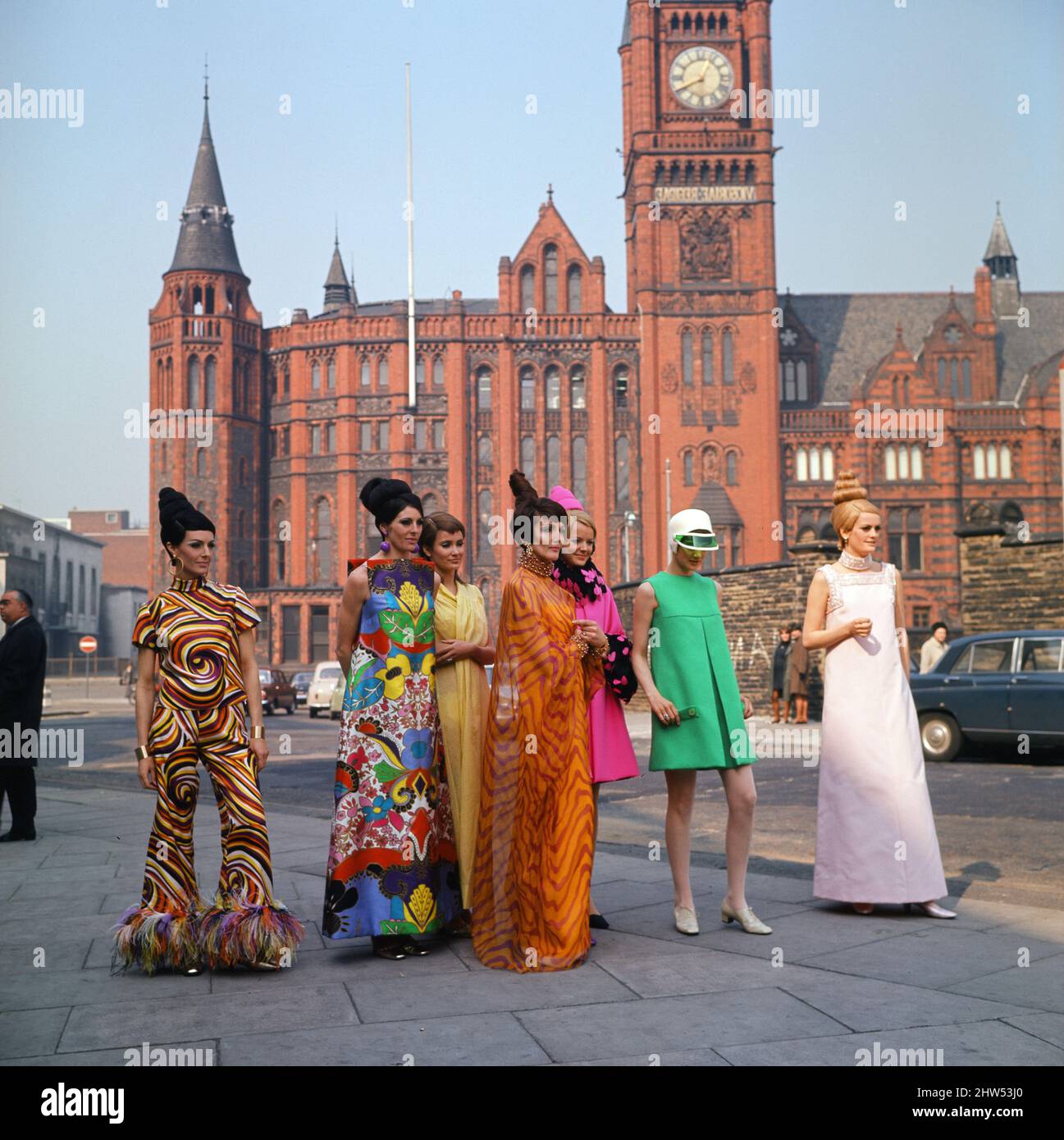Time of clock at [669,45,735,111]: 8:04
